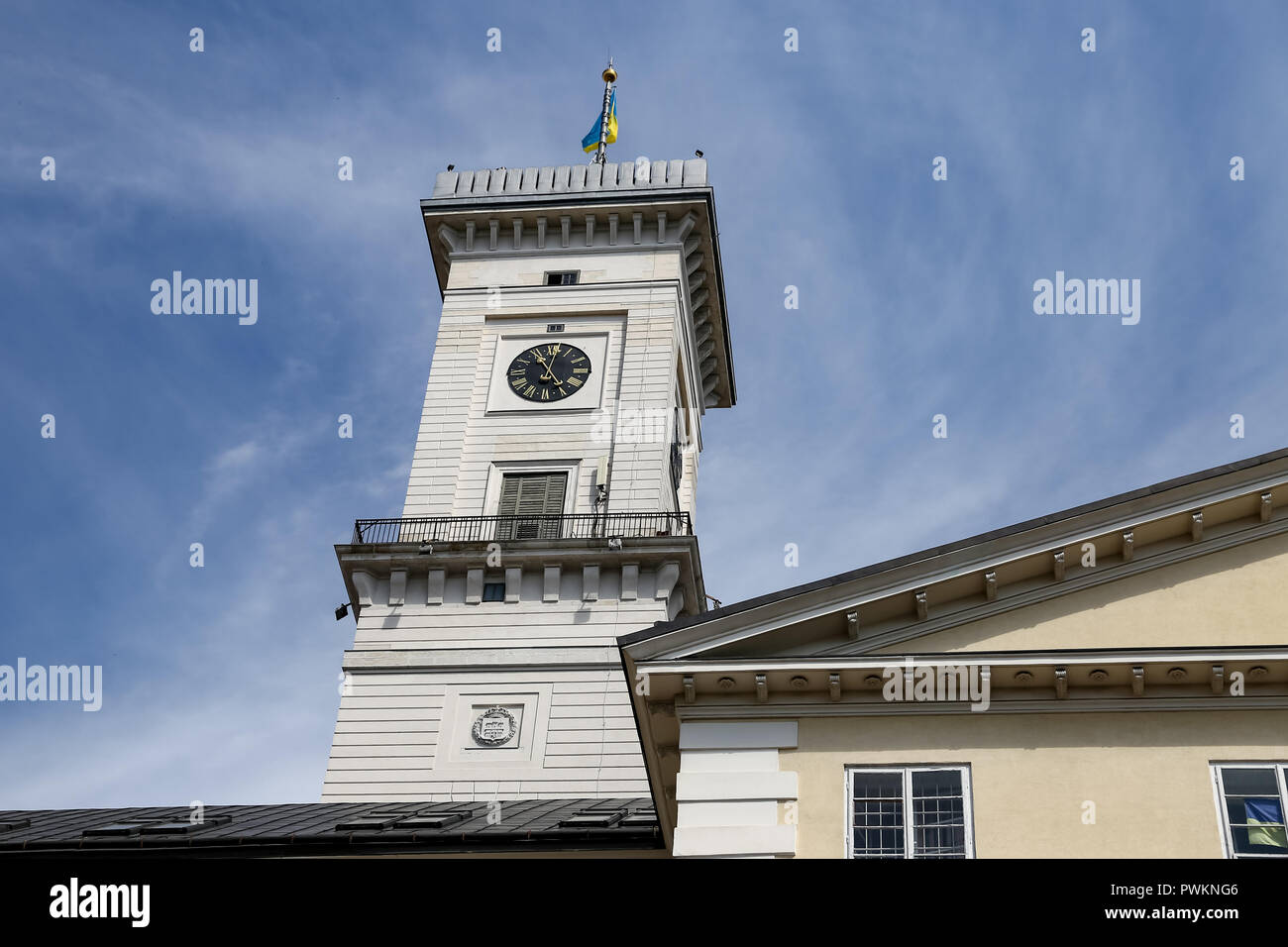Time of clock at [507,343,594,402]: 4:54
